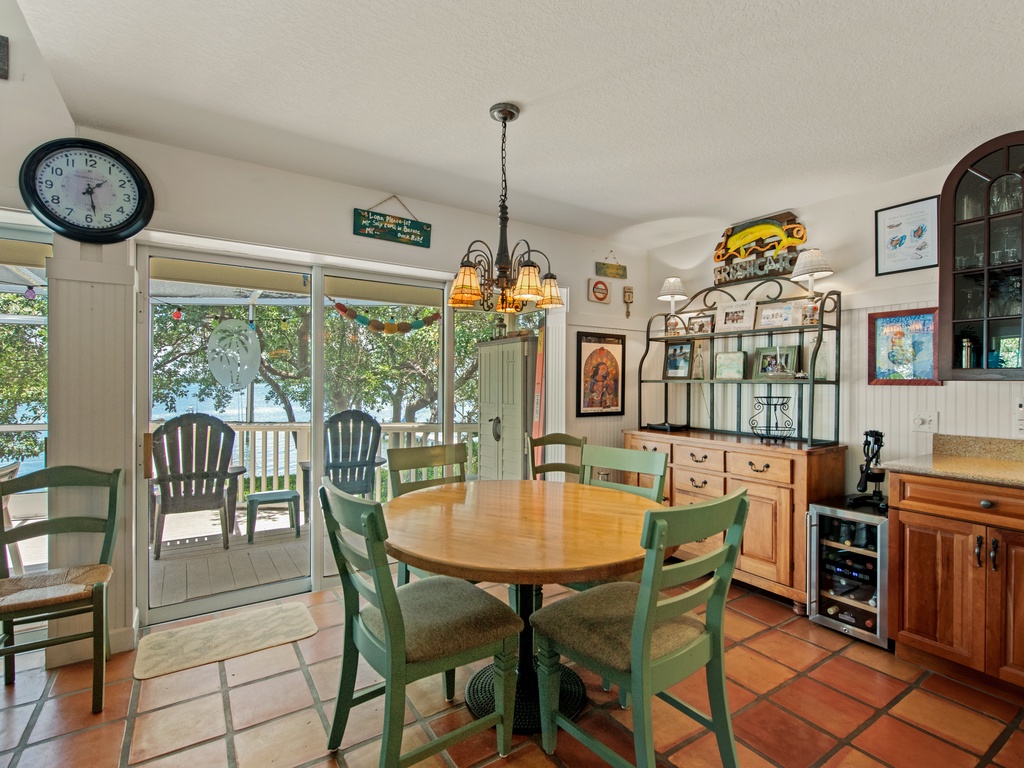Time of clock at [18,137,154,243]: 1:28
